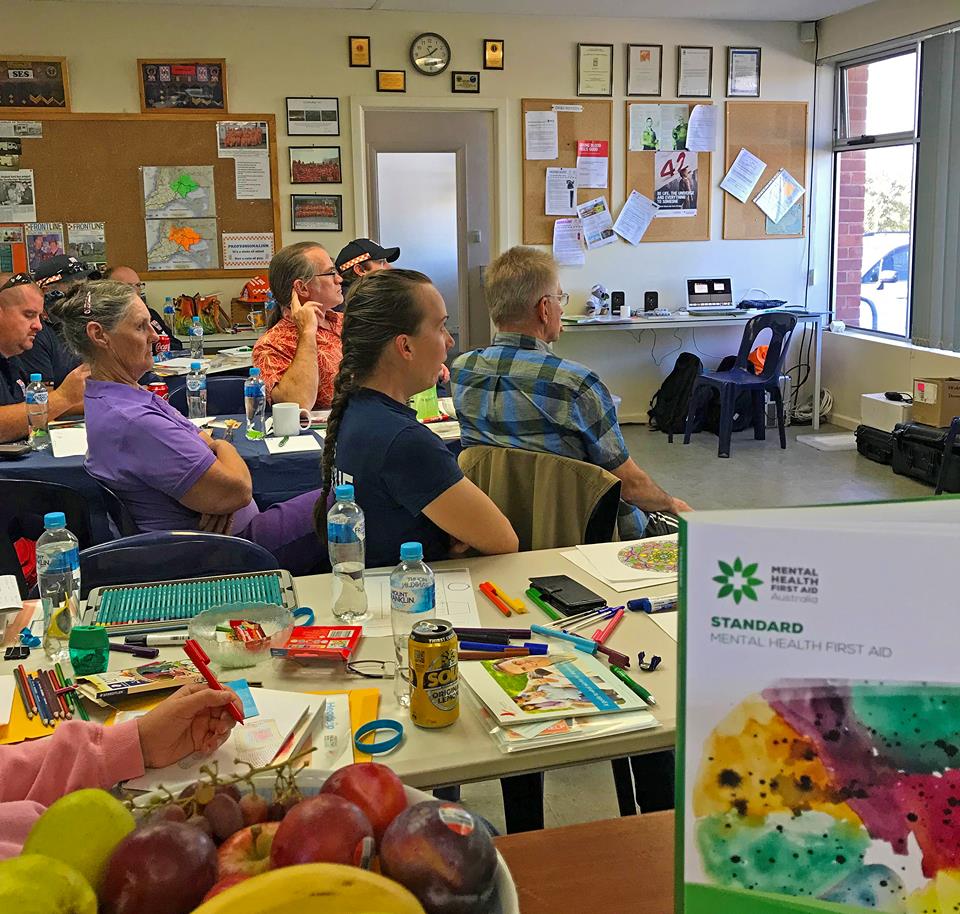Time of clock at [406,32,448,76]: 1:42
